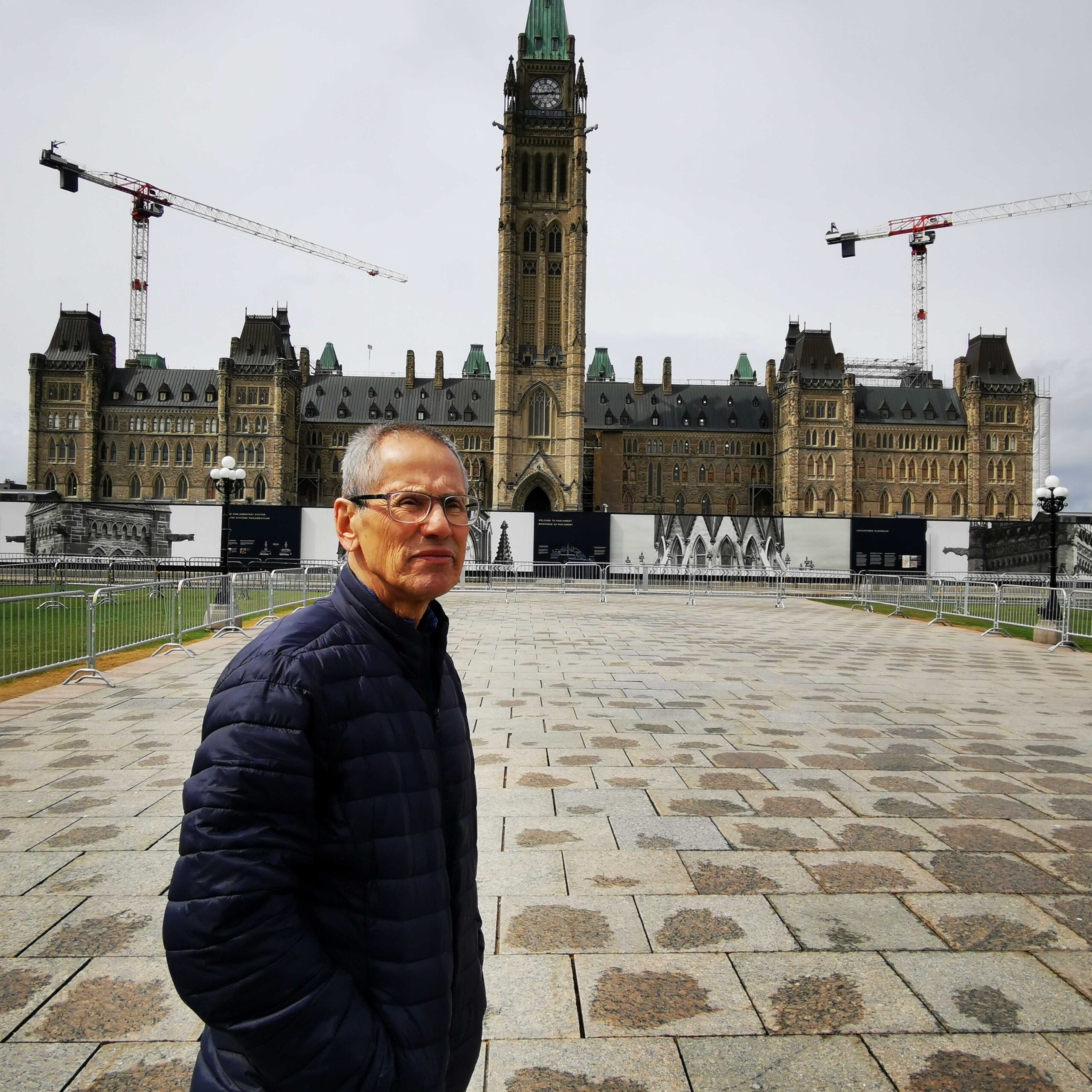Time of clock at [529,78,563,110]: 2:44
